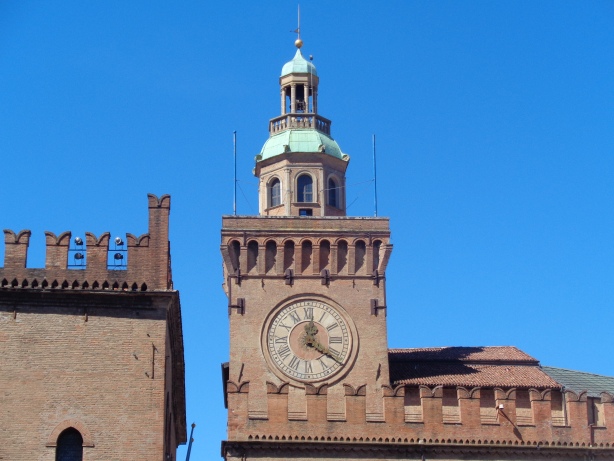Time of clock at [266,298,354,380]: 12:20
